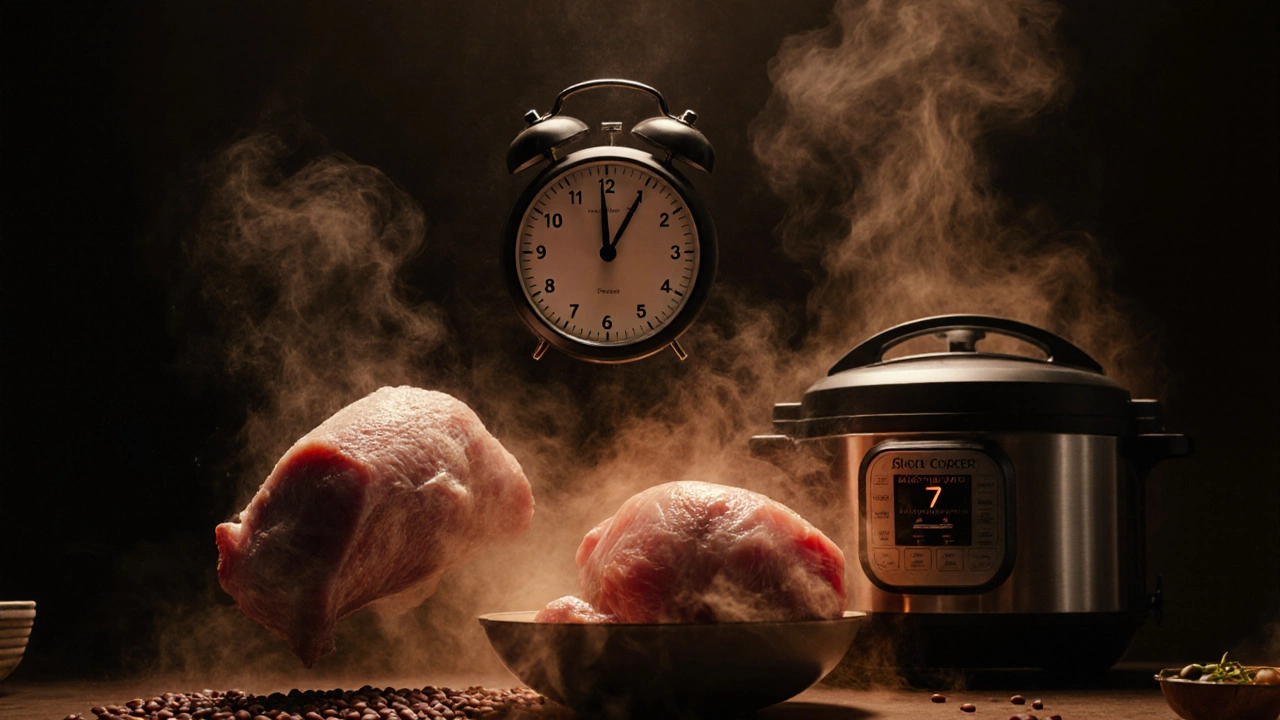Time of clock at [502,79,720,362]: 12:05
